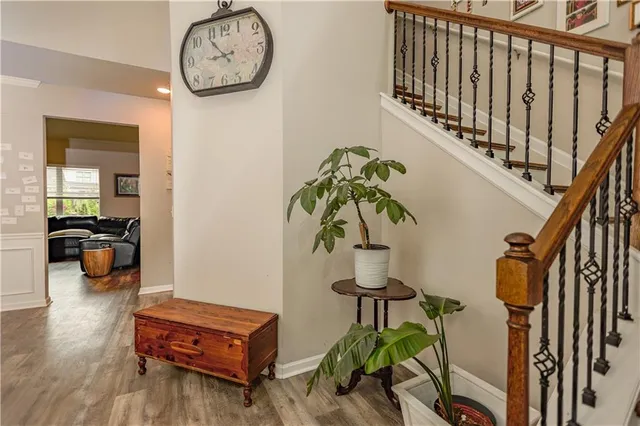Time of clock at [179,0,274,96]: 8:53
